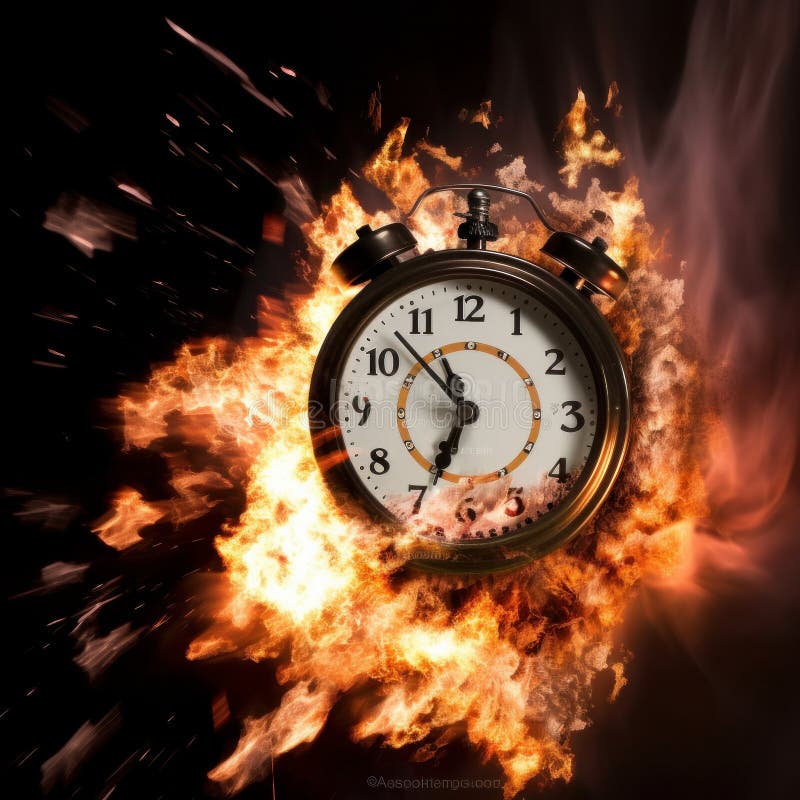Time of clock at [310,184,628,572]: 6:52
